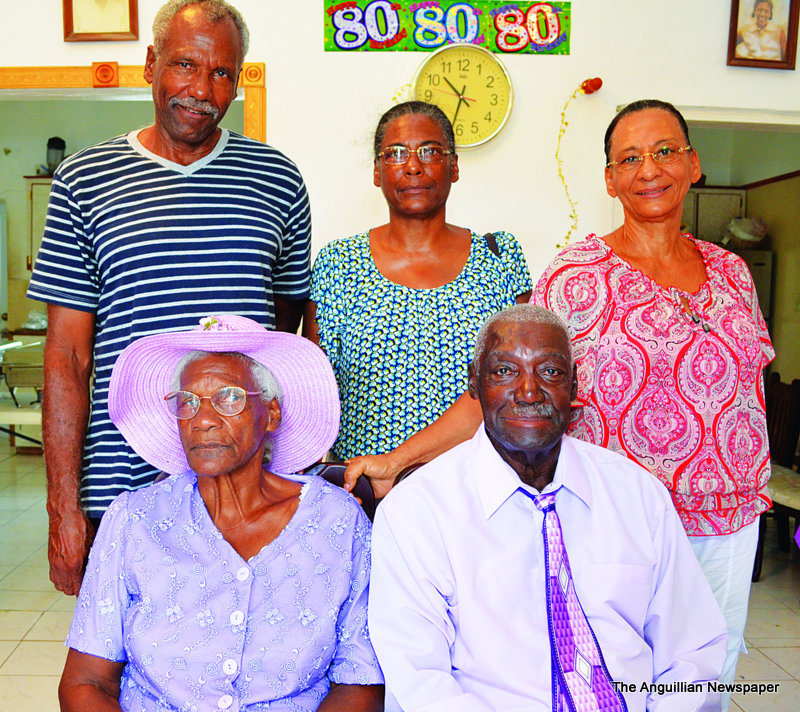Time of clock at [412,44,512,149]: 10:32
